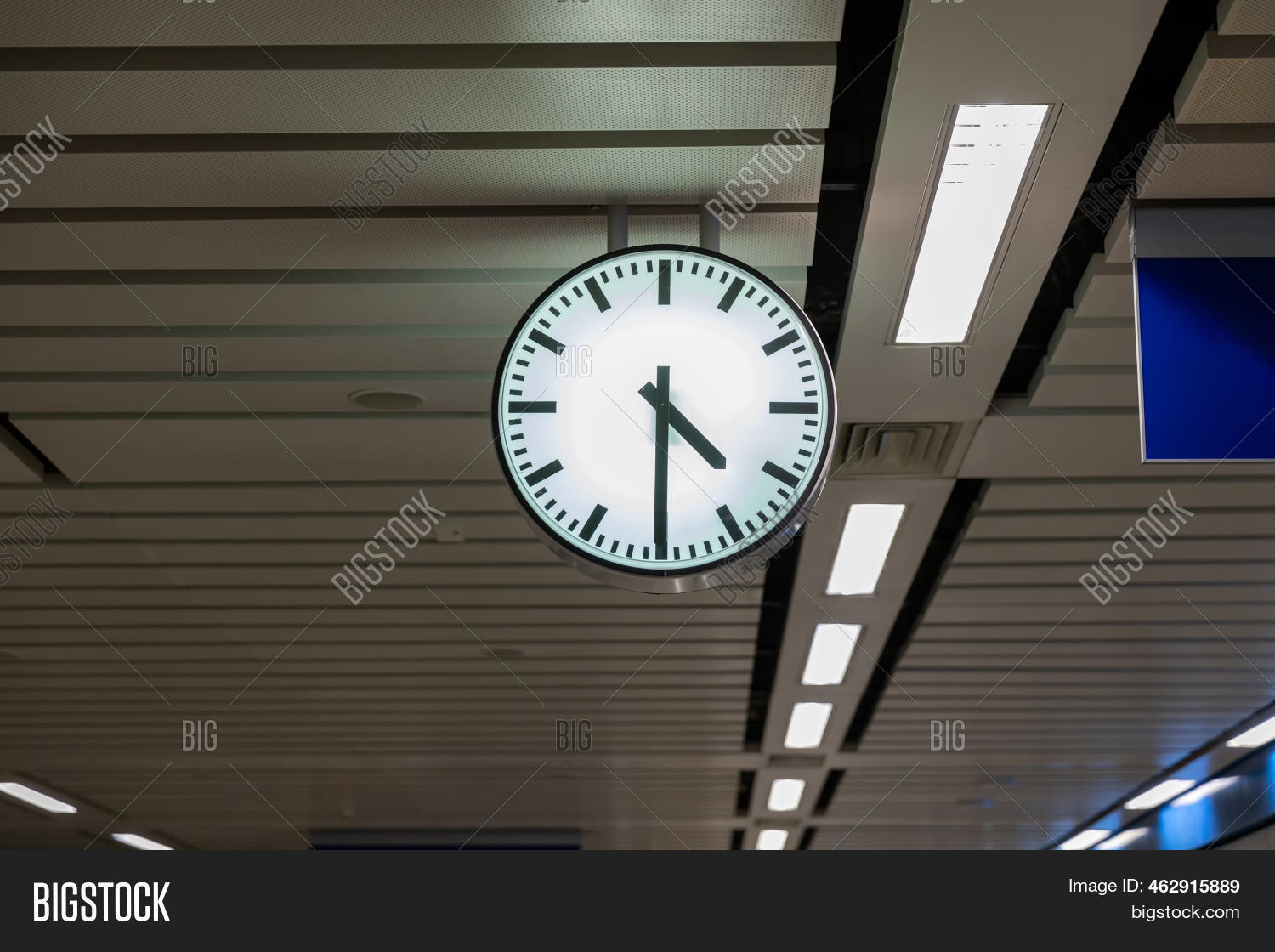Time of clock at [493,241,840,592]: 4:30
